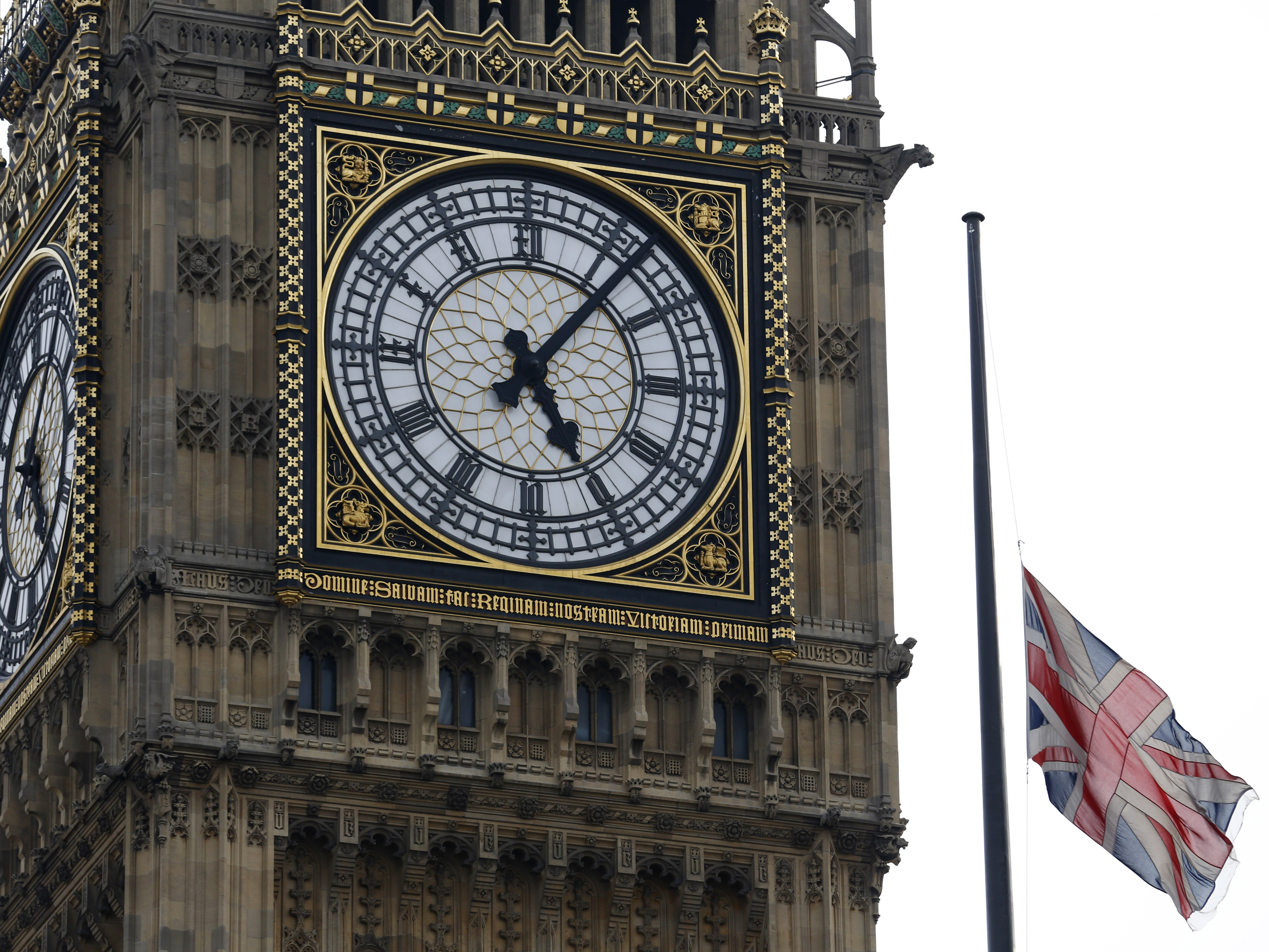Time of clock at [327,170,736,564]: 5:06
